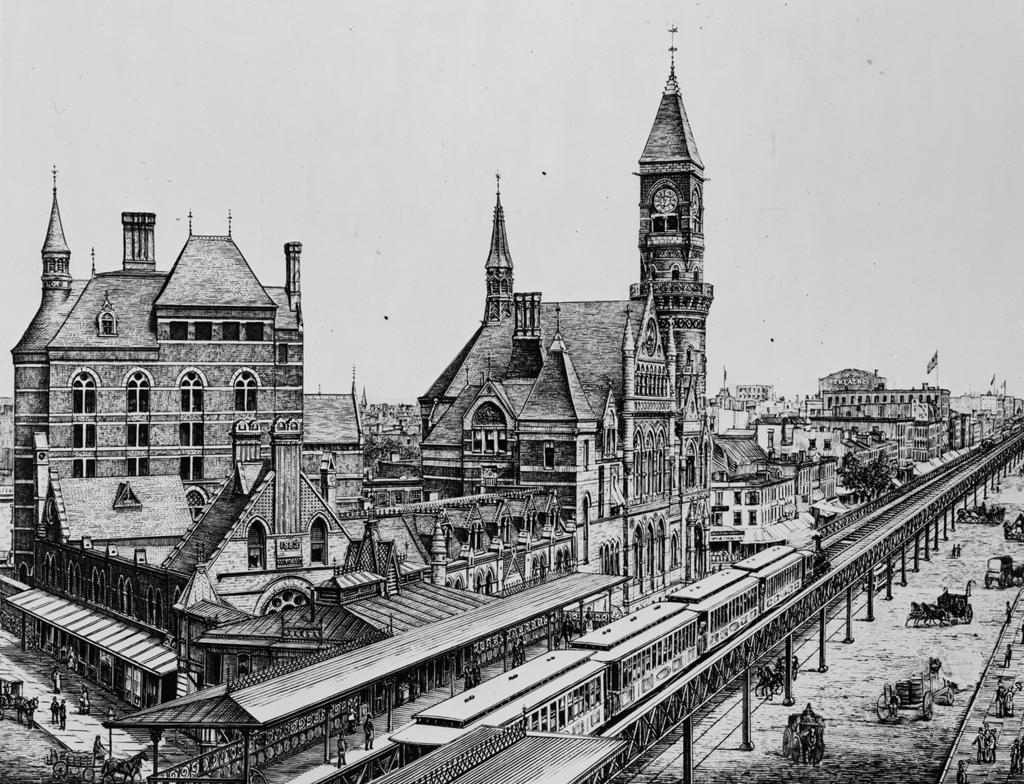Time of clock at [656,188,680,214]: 10:32
